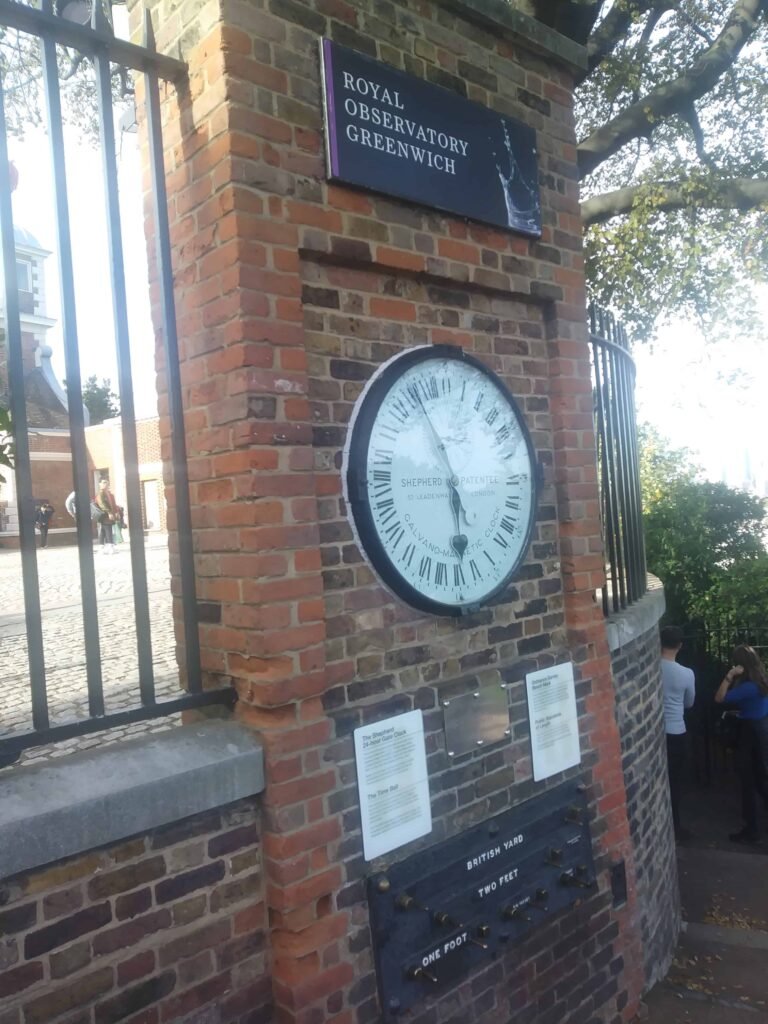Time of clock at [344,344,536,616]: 5:54
